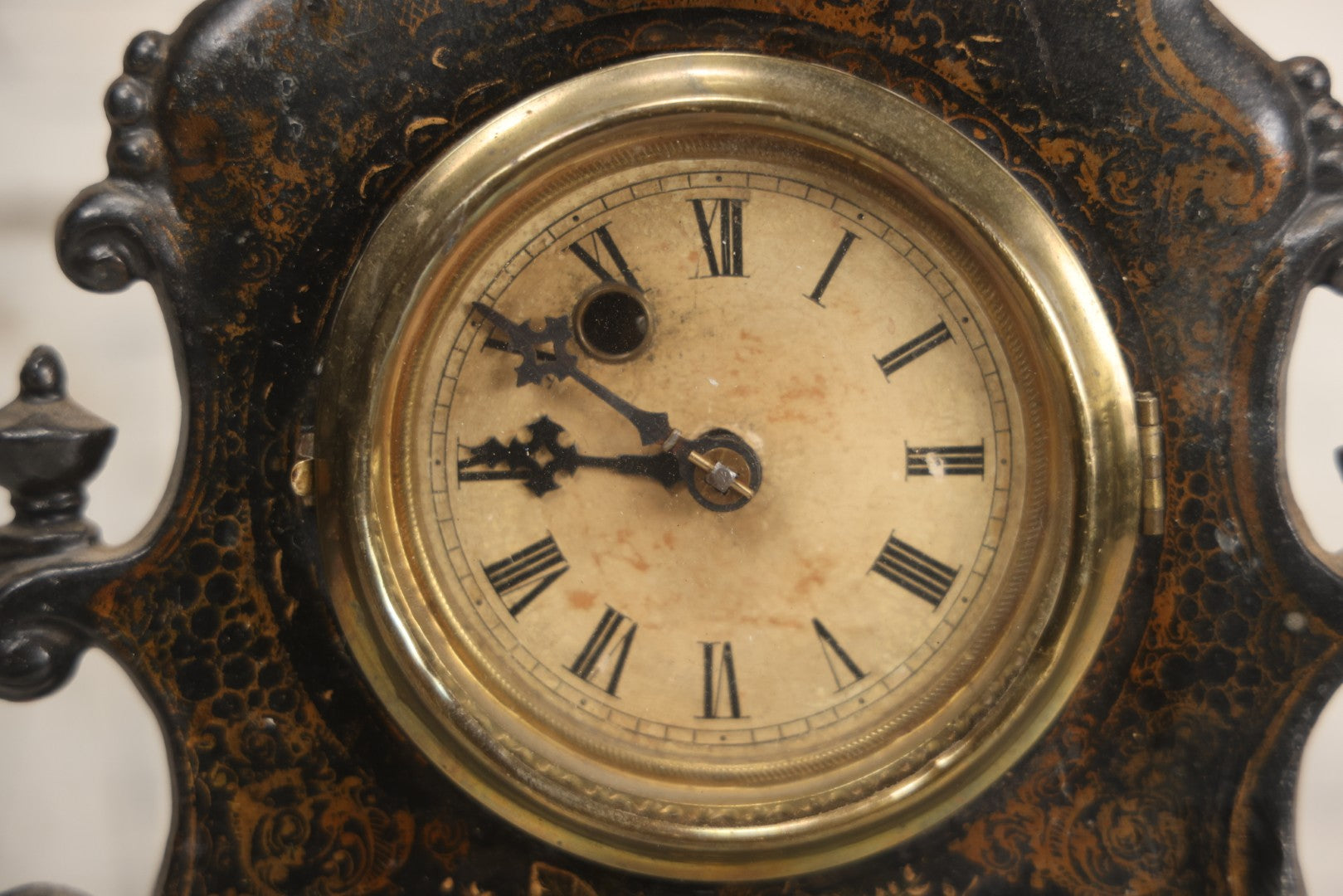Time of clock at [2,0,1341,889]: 8:50
